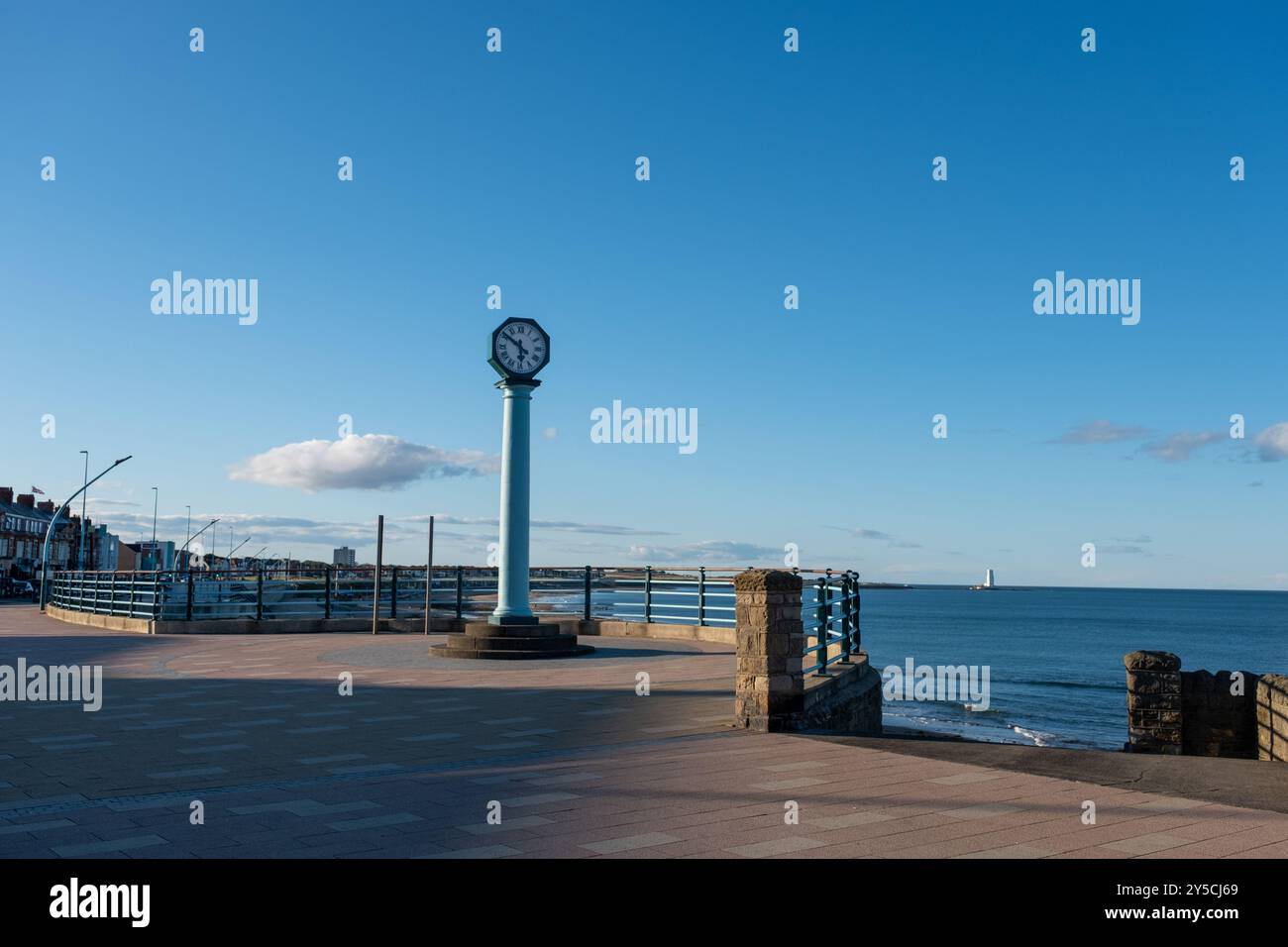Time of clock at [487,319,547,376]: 5:51
